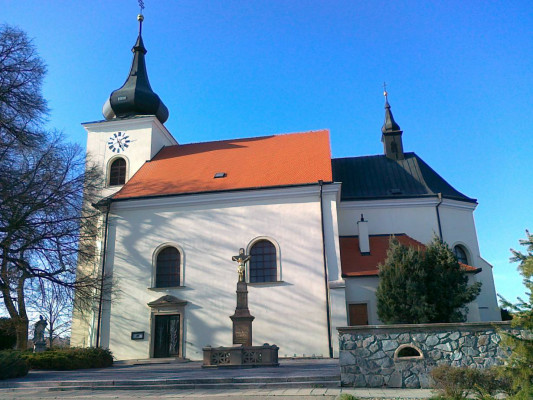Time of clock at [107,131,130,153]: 5:08
